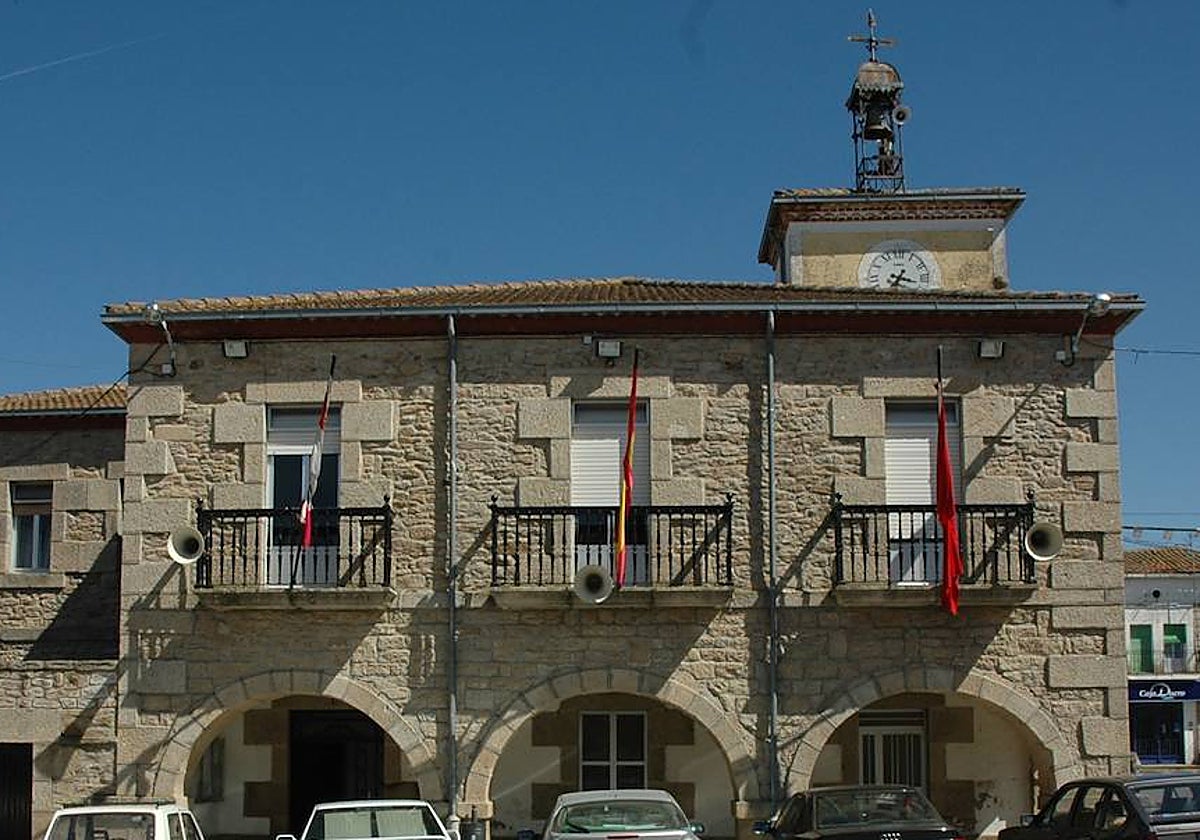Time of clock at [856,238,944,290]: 3:34
